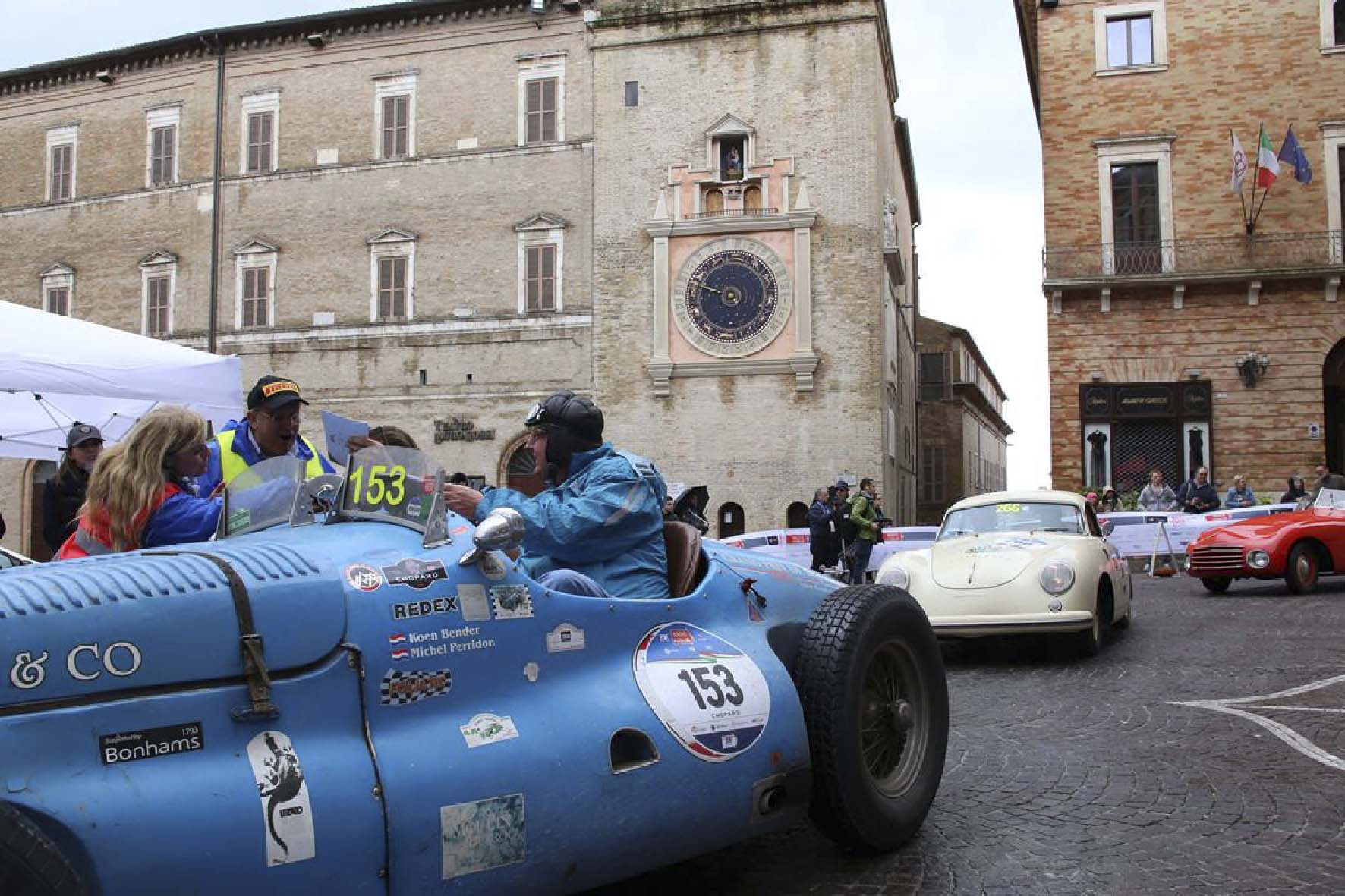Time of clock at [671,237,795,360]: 9:48
